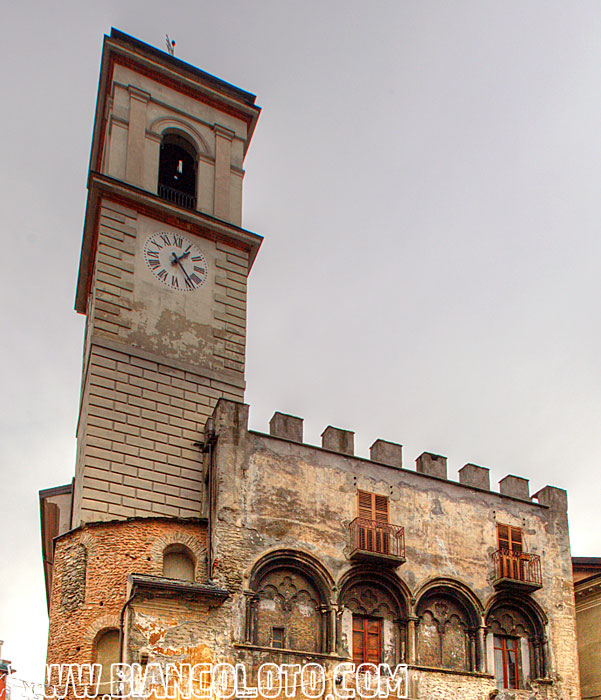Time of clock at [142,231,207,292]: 1:23
